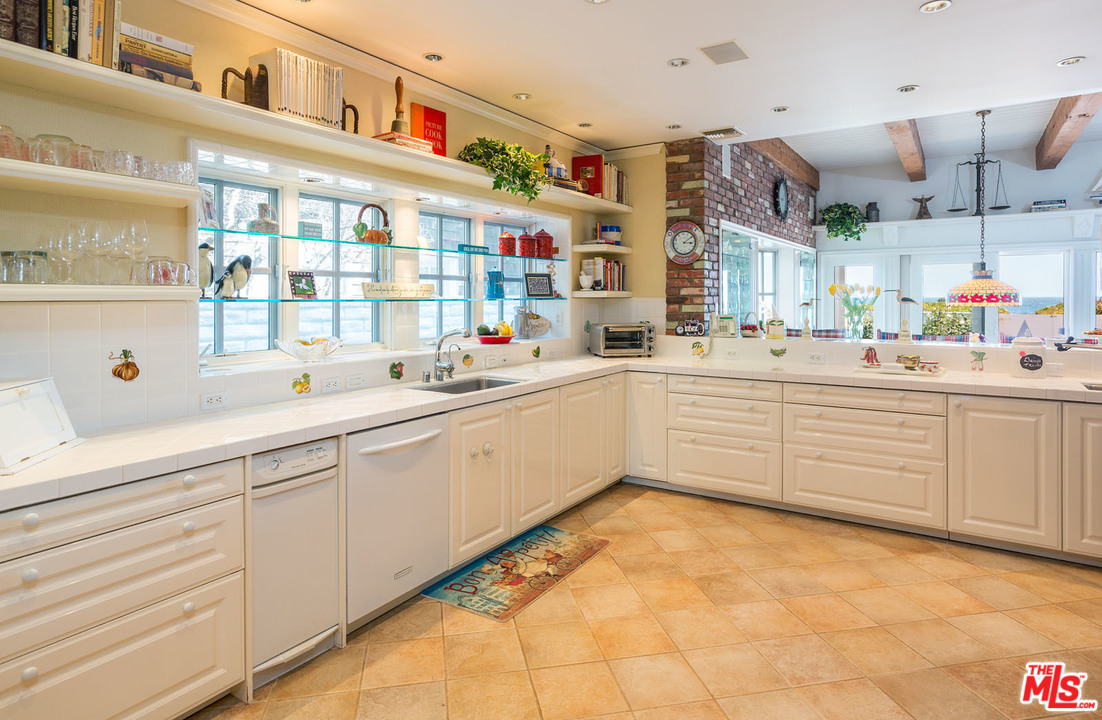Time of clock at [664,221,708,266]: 3:09
